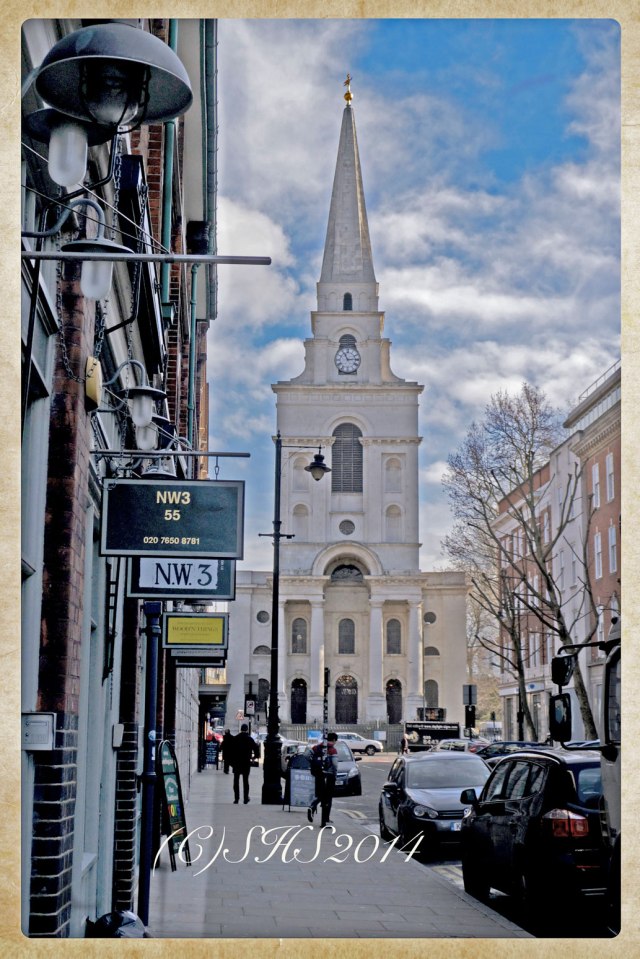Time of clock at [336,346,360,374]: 11:13
